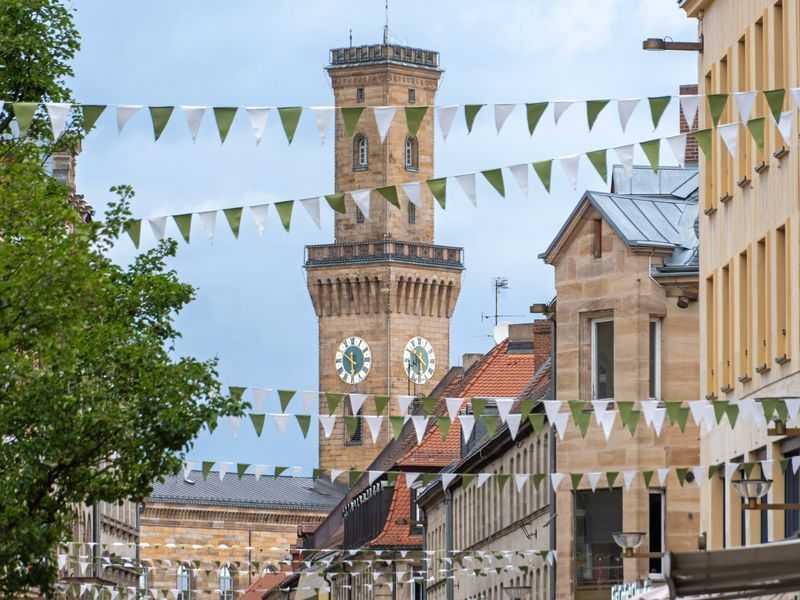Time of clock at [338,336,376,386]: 5:50
